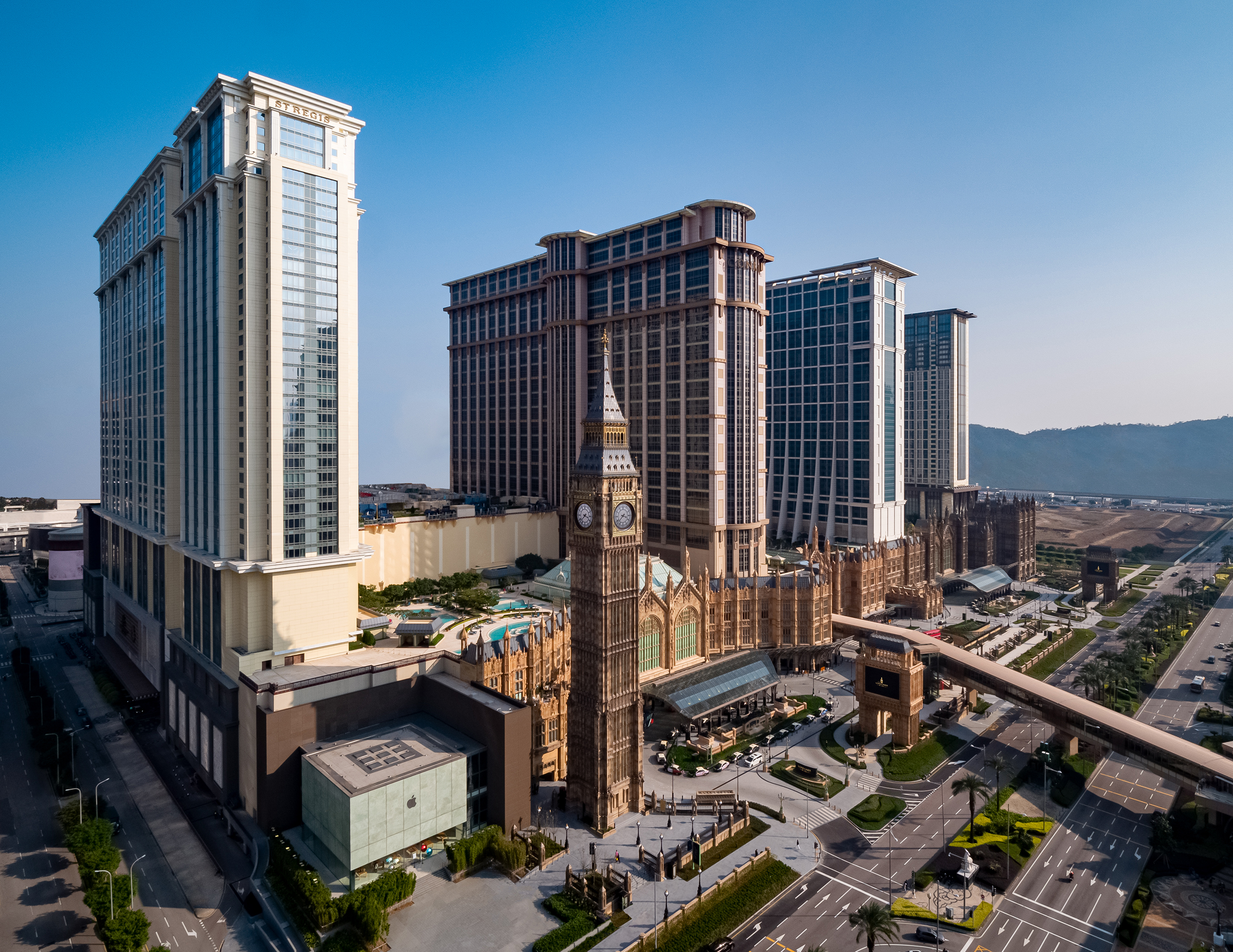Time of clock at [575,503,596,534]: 3:37
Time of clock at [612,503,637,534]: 3:37
